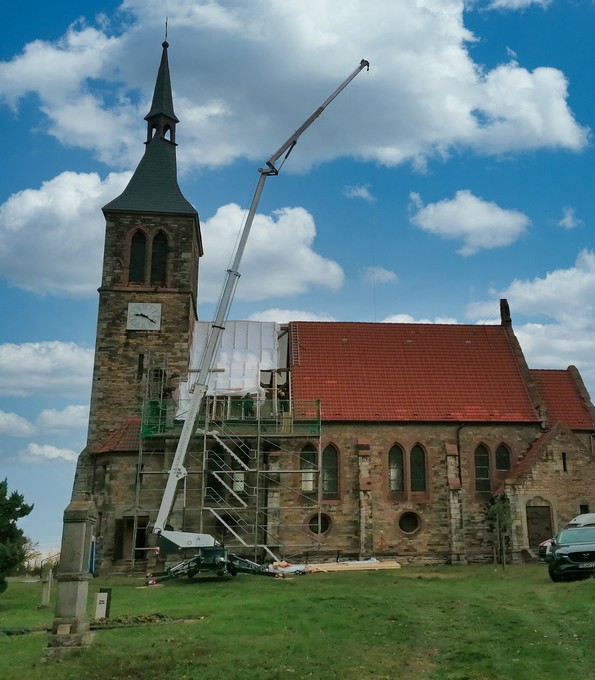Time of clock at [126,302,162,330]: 9:20
